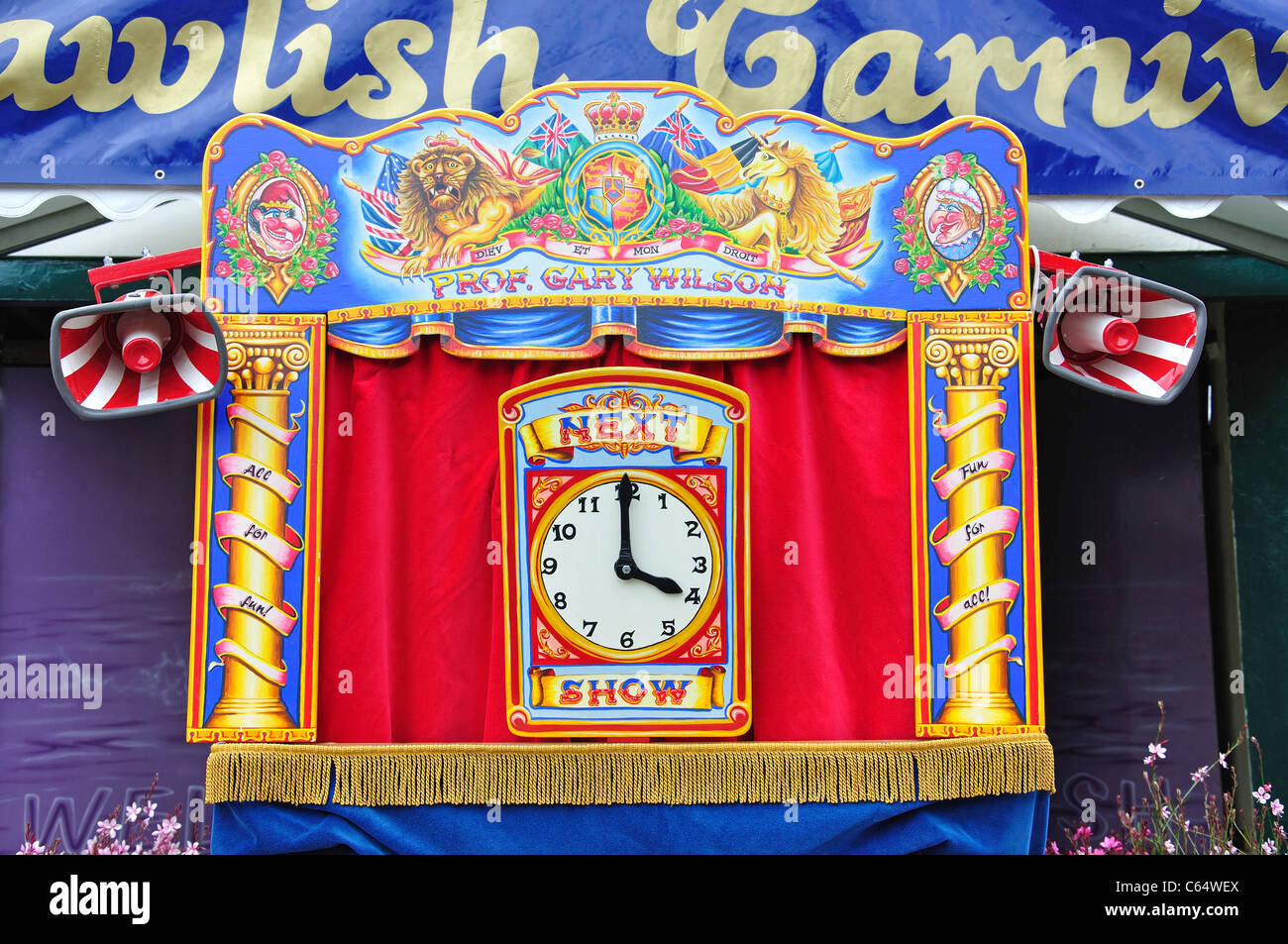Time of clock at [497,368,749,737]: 4:00
